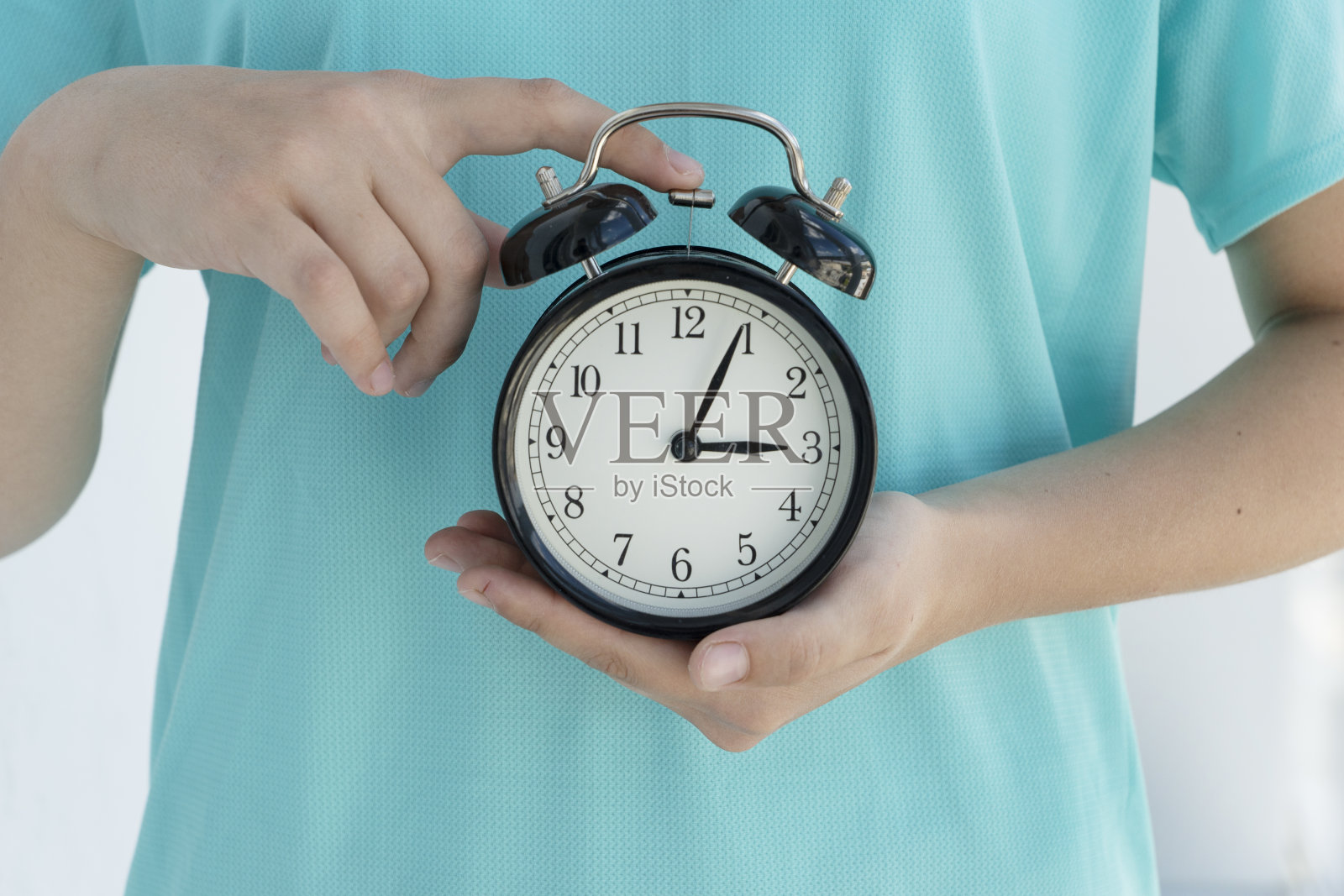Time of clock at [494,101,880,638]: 3:04
